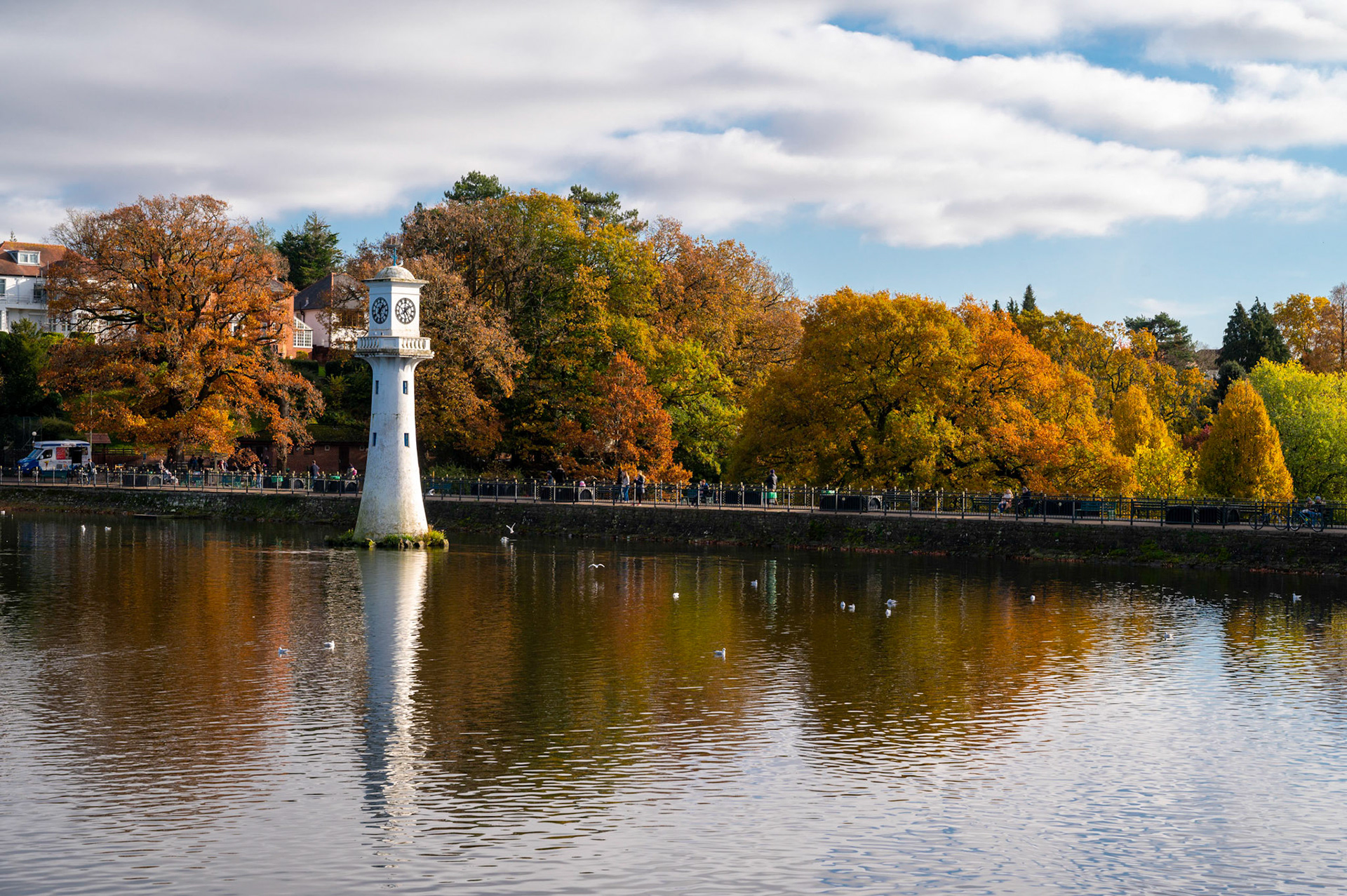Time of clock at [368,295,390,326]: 1:28
